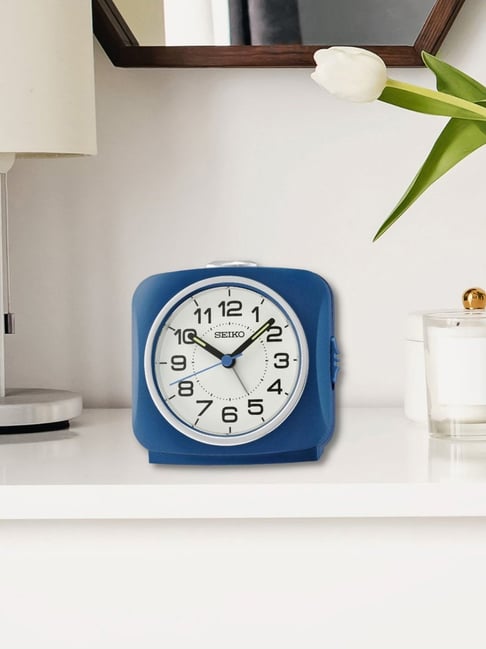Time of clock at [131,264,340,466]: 10:07
